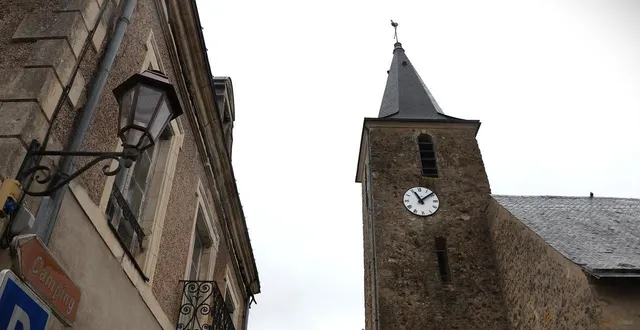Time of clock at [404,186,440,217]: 11:09
